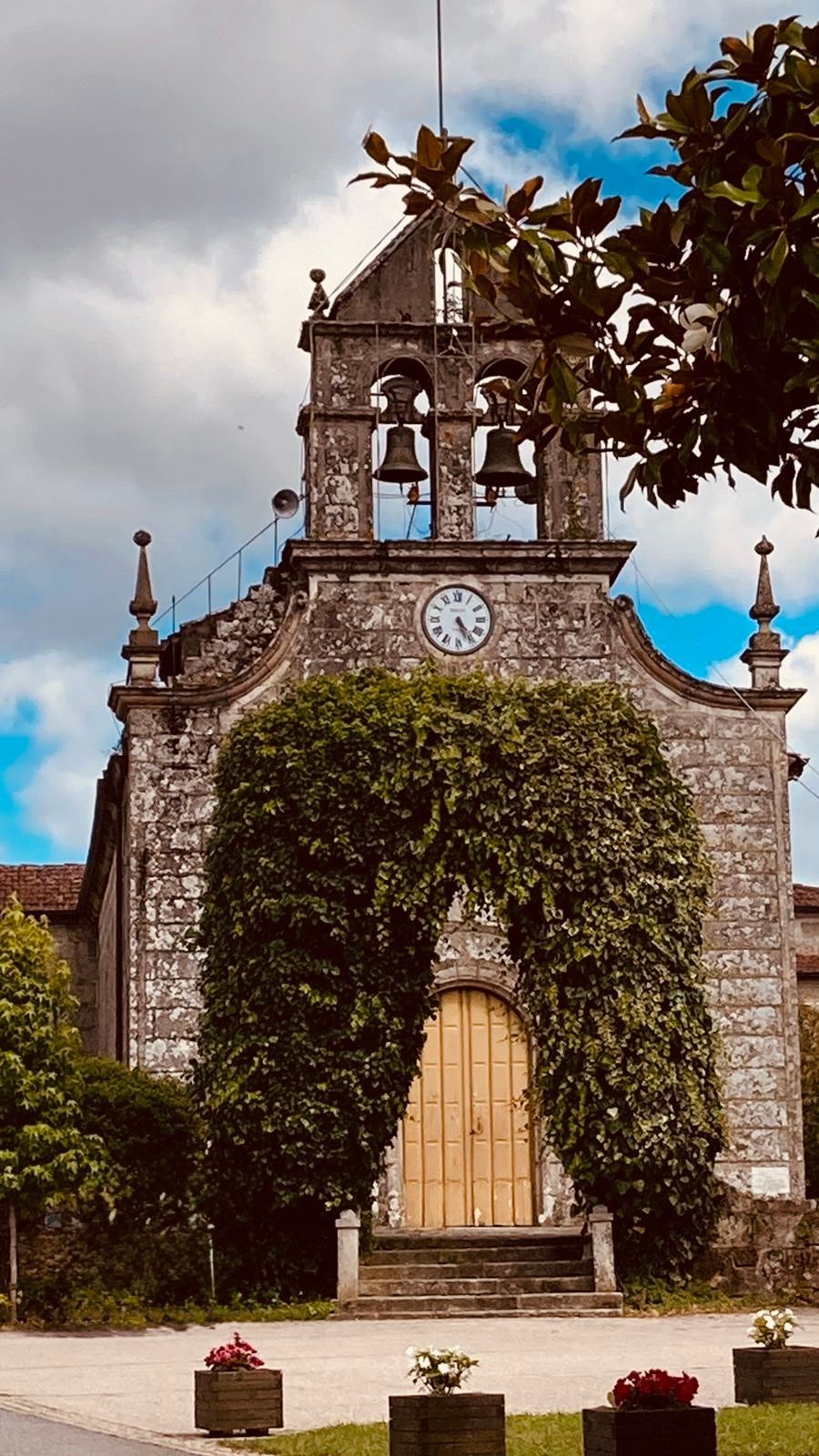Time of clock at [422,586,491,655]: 4:26
